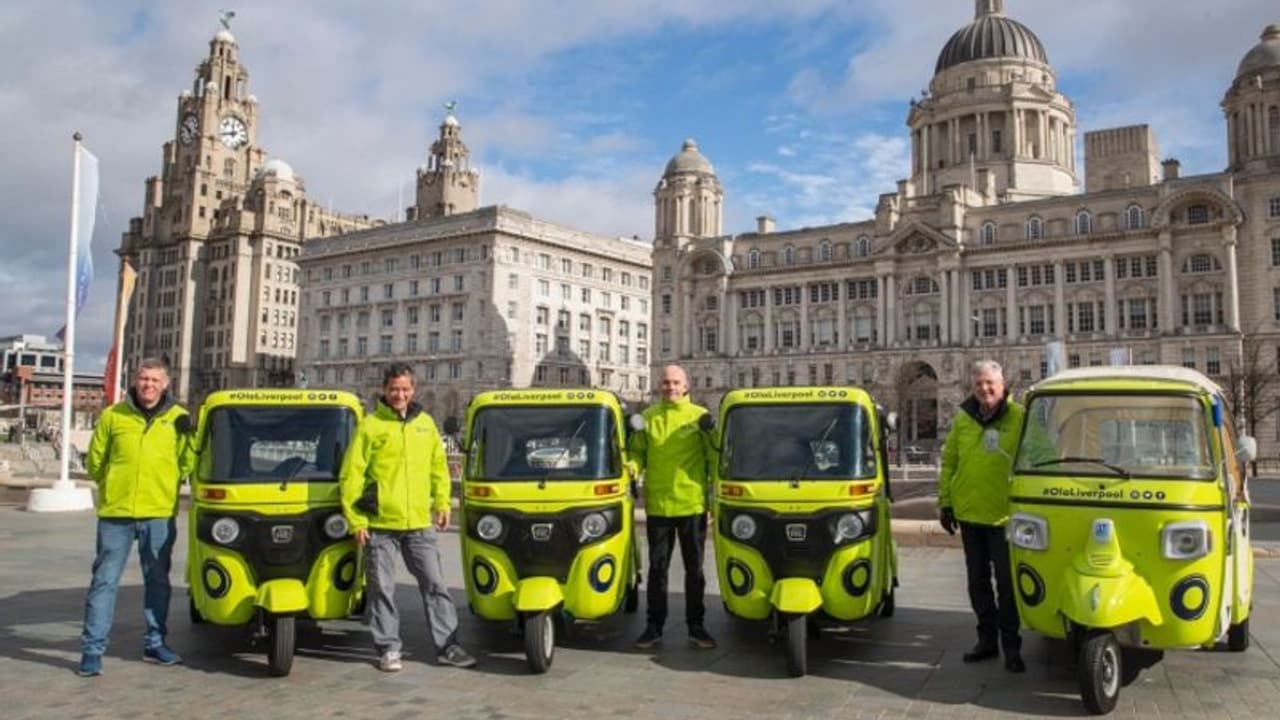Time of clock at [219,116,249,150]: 11:42
